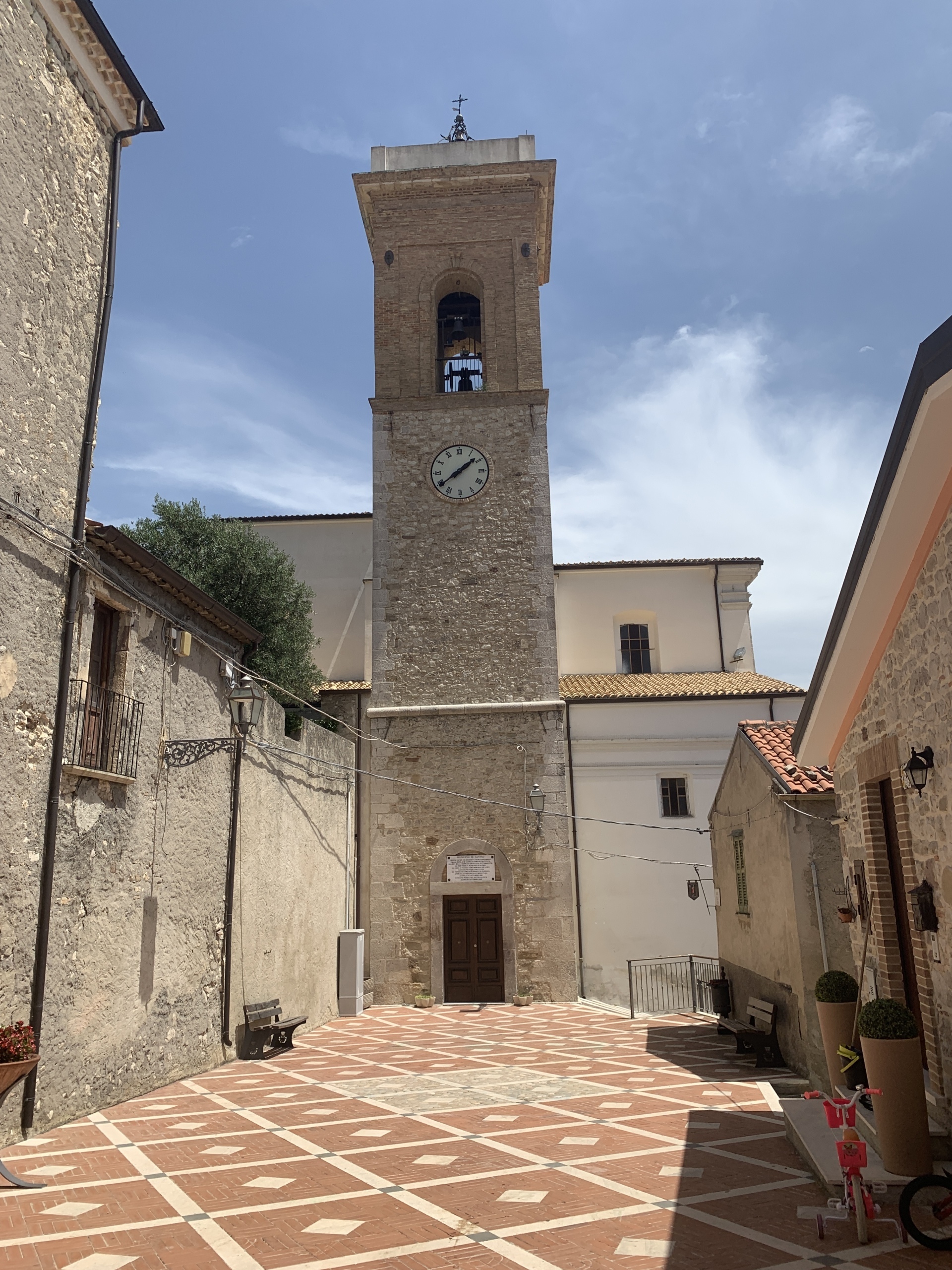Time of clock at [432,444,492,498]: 1:39
